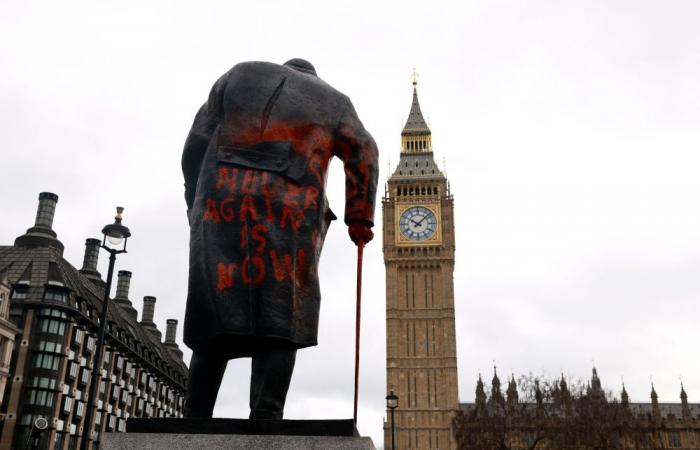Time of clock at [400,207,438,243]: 10:07
